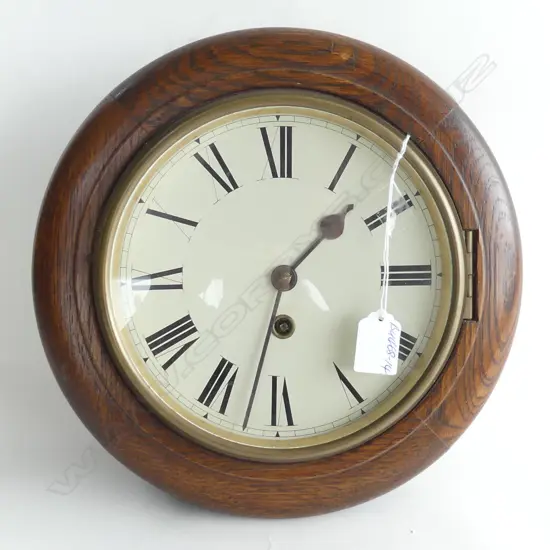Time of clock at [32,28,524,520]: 1:32
